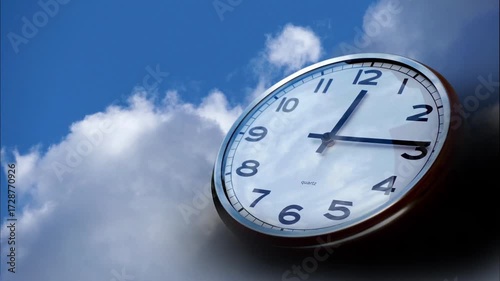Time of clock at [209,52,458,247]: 12:14
